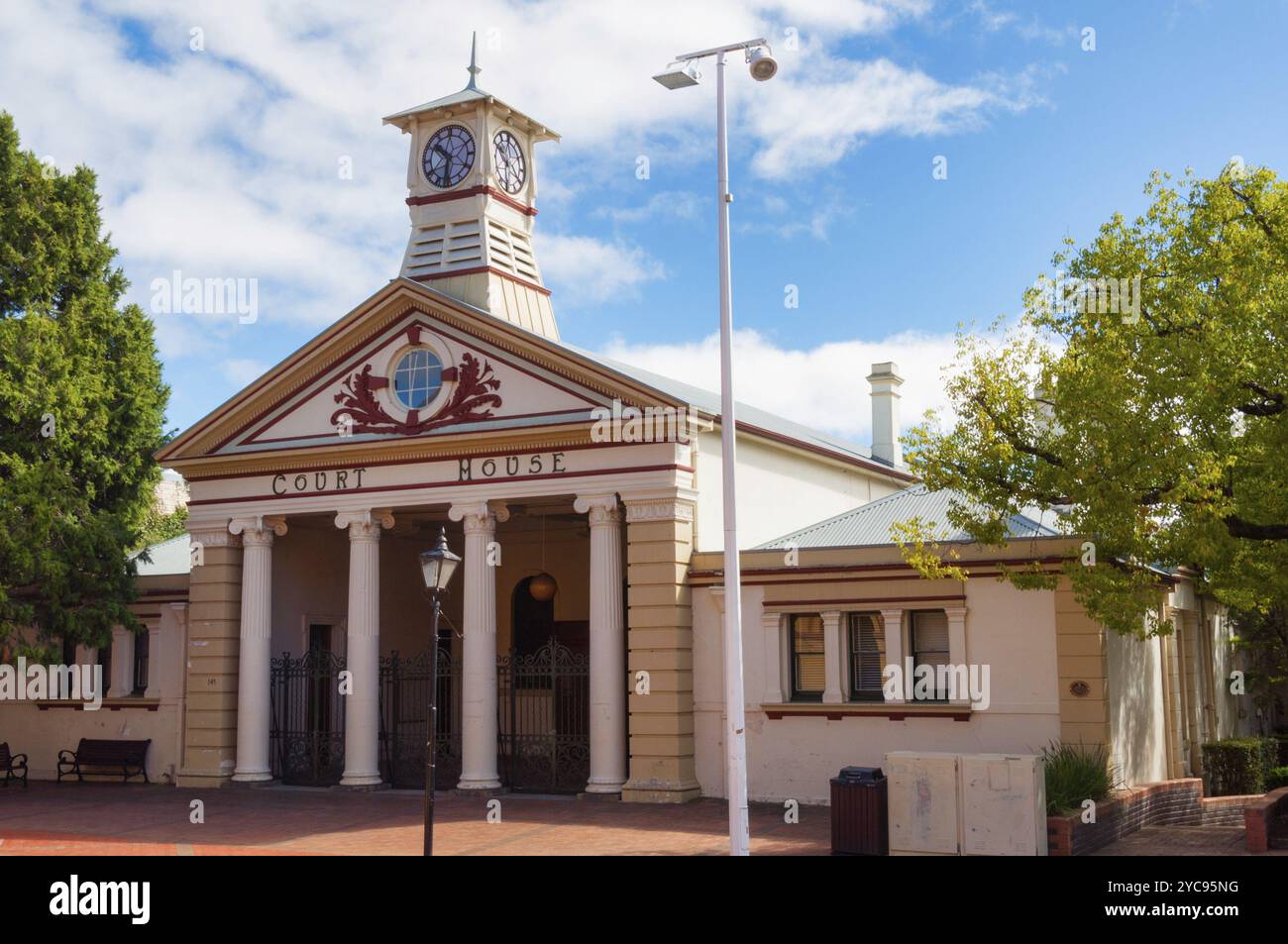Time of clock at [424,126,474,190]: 10:32
